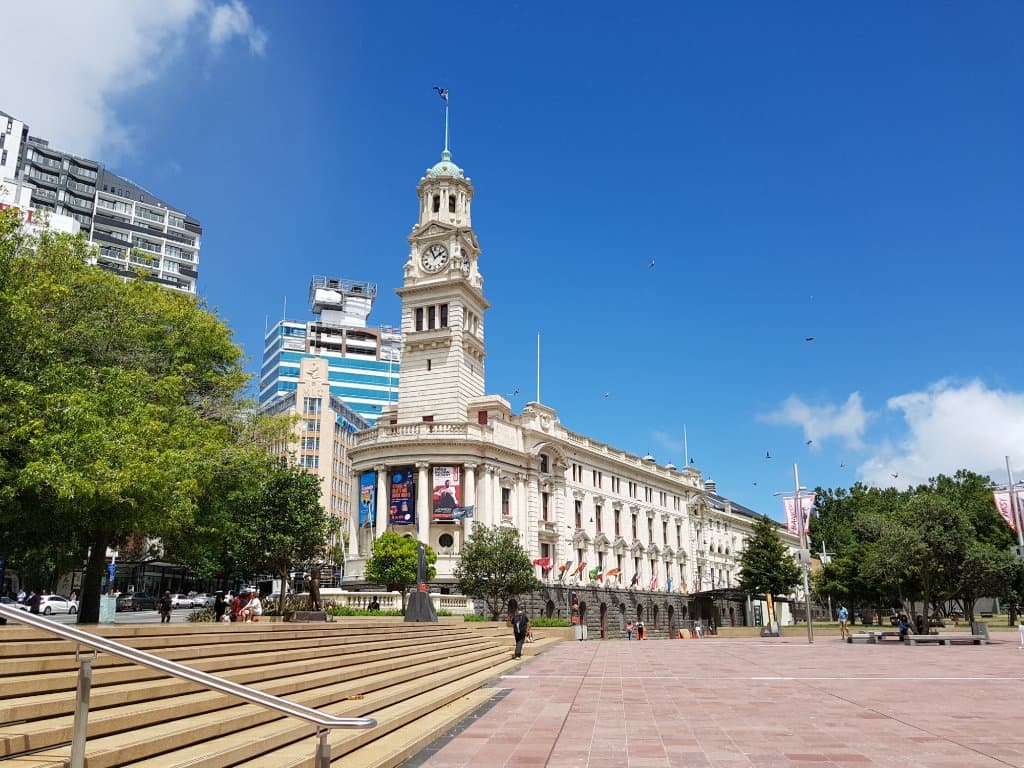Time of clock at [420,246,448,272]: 1:56
